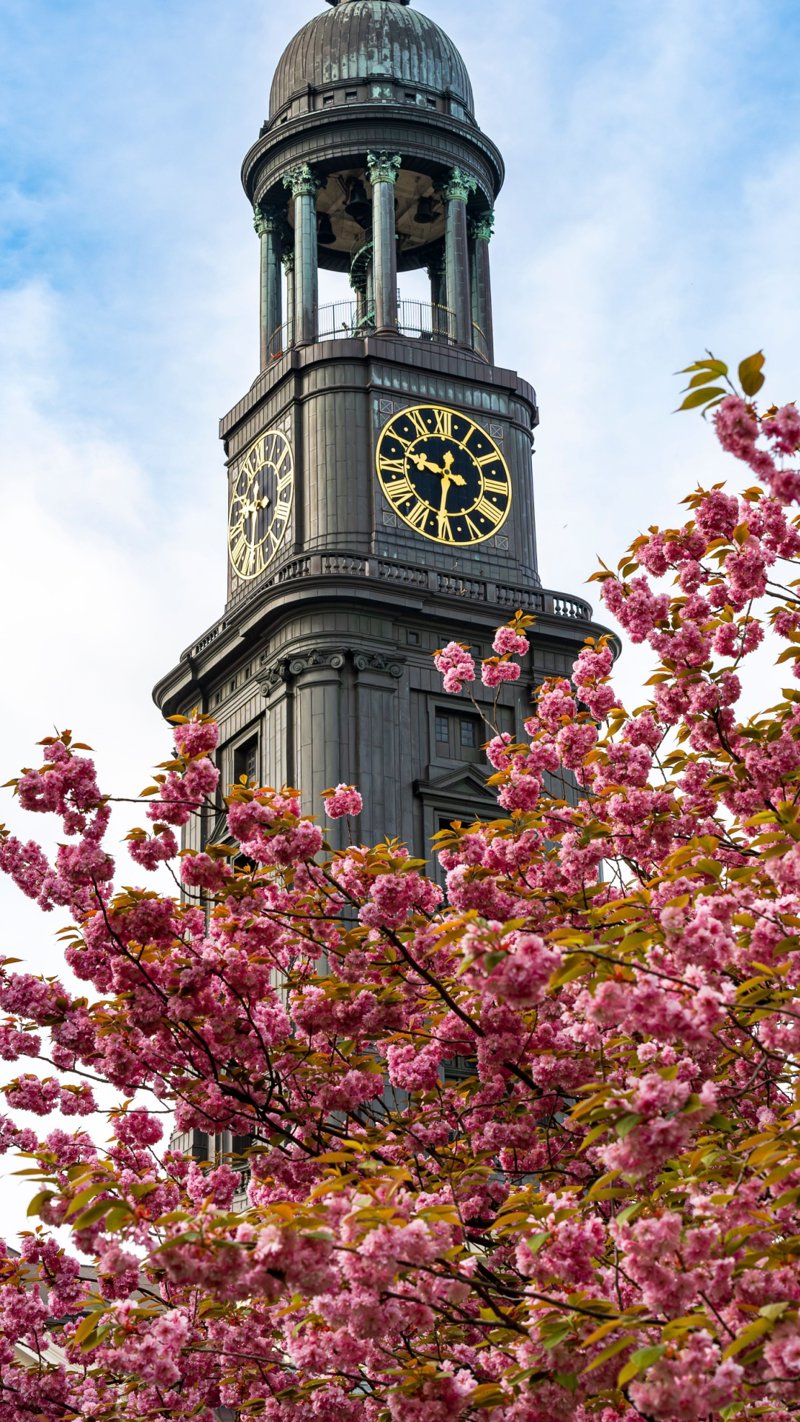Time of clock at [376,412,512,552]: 9:31
